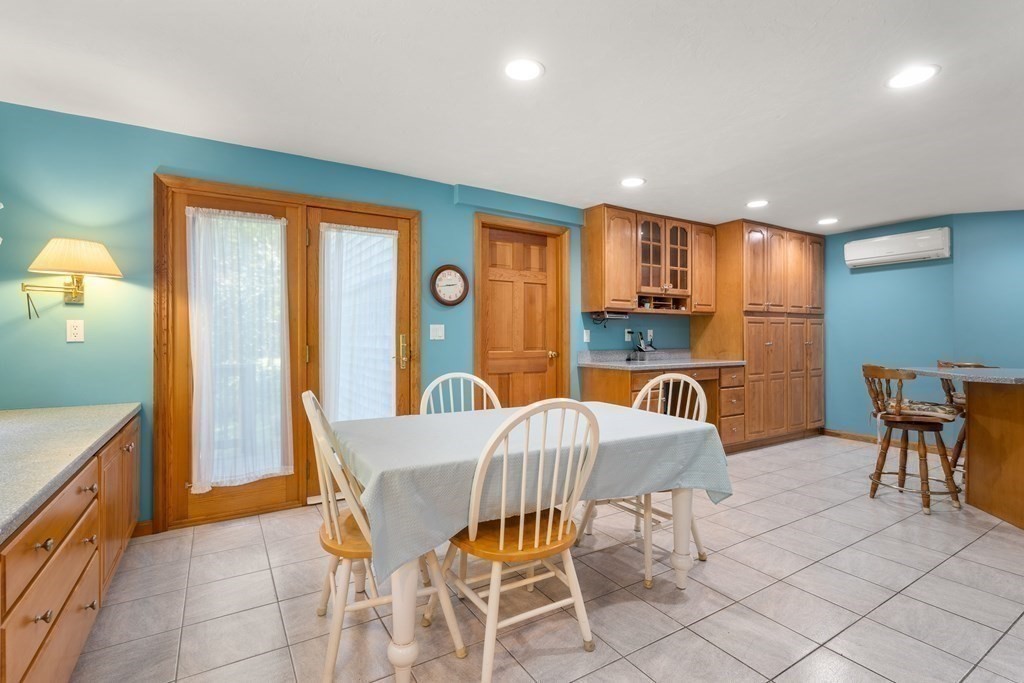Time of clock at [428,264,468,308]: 2:44
